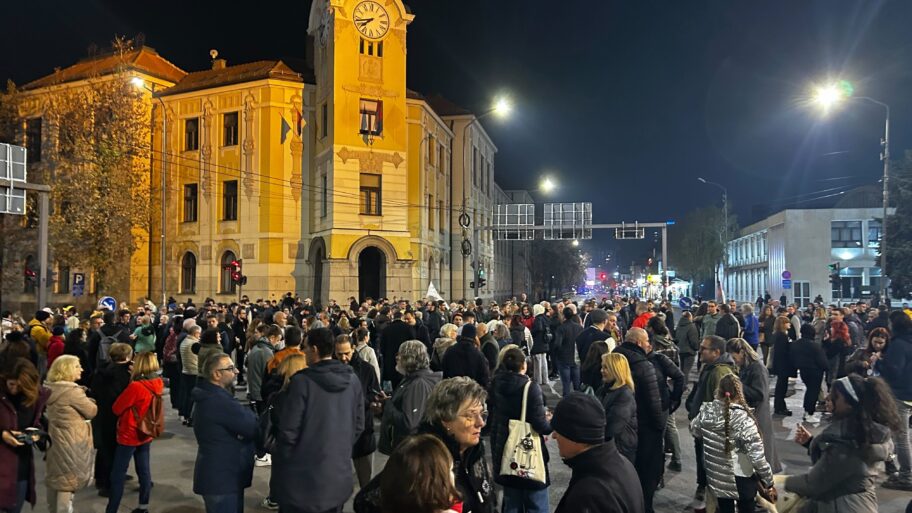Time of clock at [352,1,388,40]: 7:42
